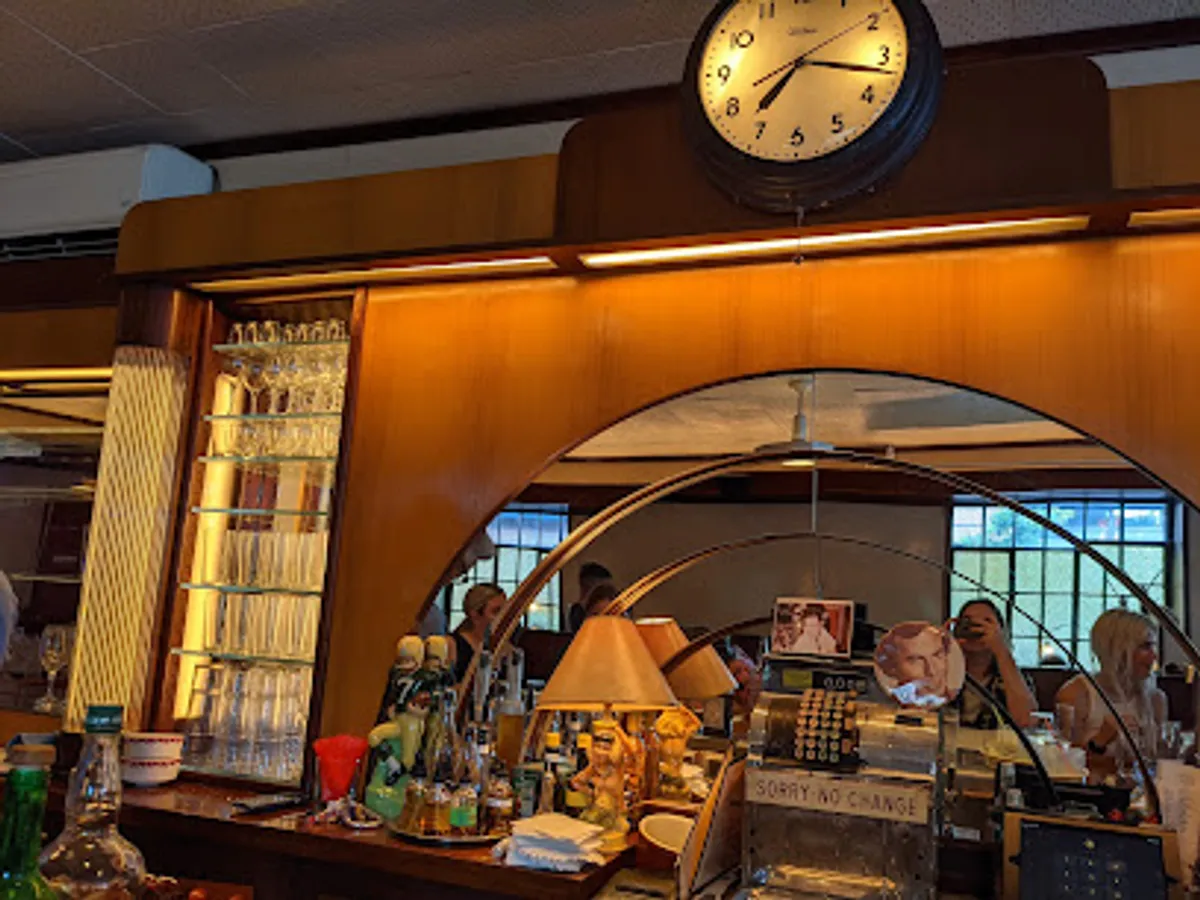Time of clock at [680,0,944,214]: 7:17
